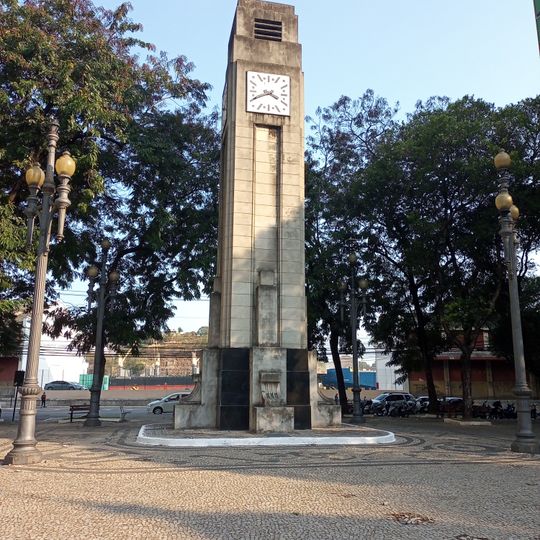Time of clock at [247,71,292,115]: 3:40
